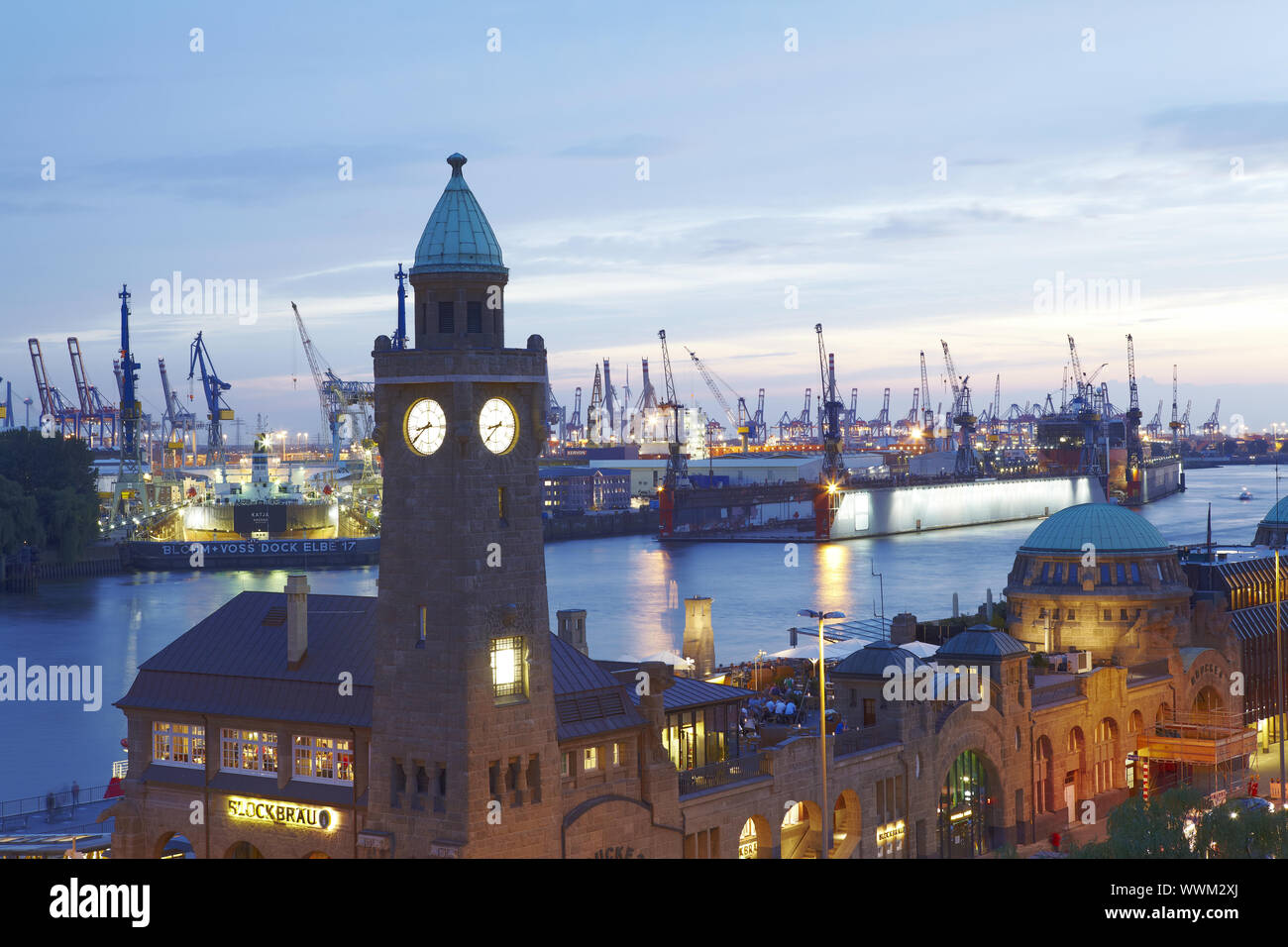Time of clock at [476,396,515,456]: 8:38
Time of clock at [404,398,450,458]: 8:38
